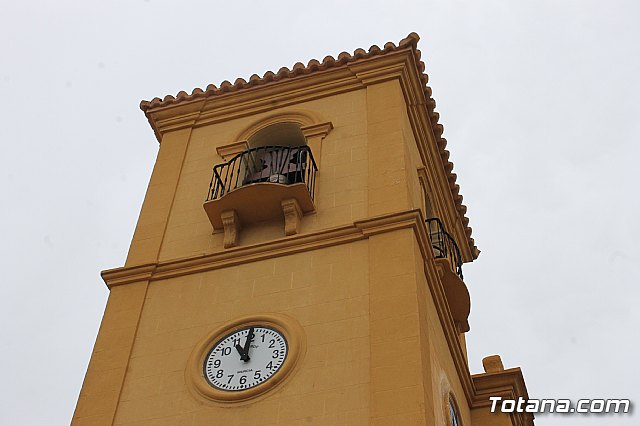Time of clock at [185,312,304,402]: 11:00
